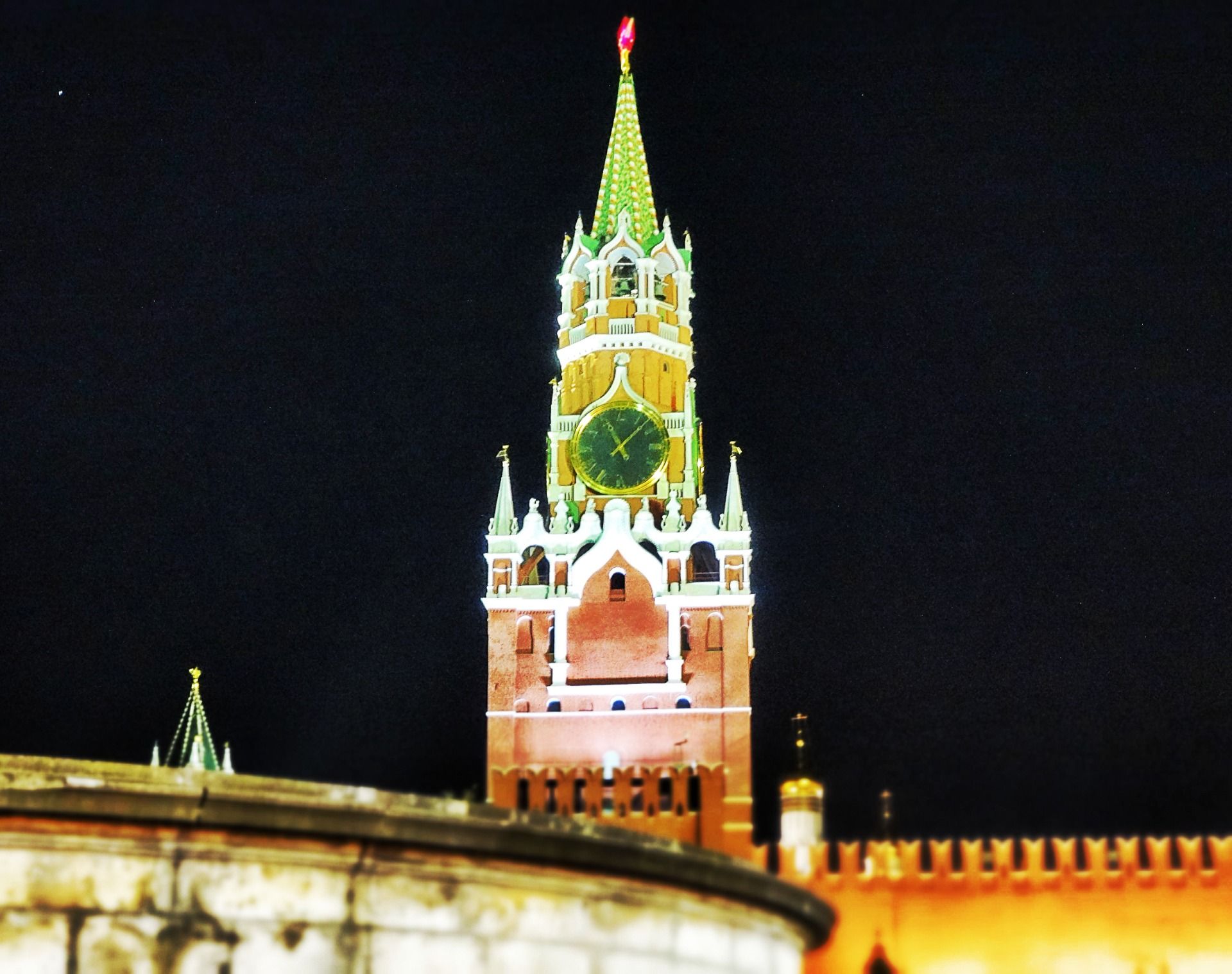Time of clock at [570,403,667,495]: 11:07
